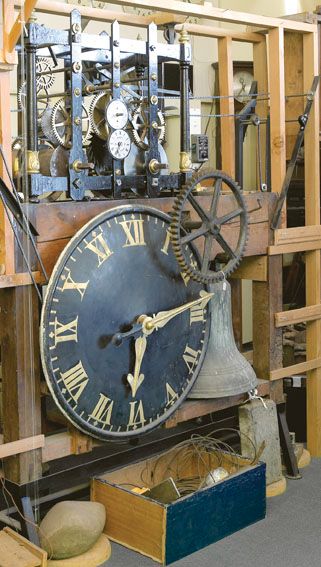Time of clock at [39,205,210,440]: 6:13
